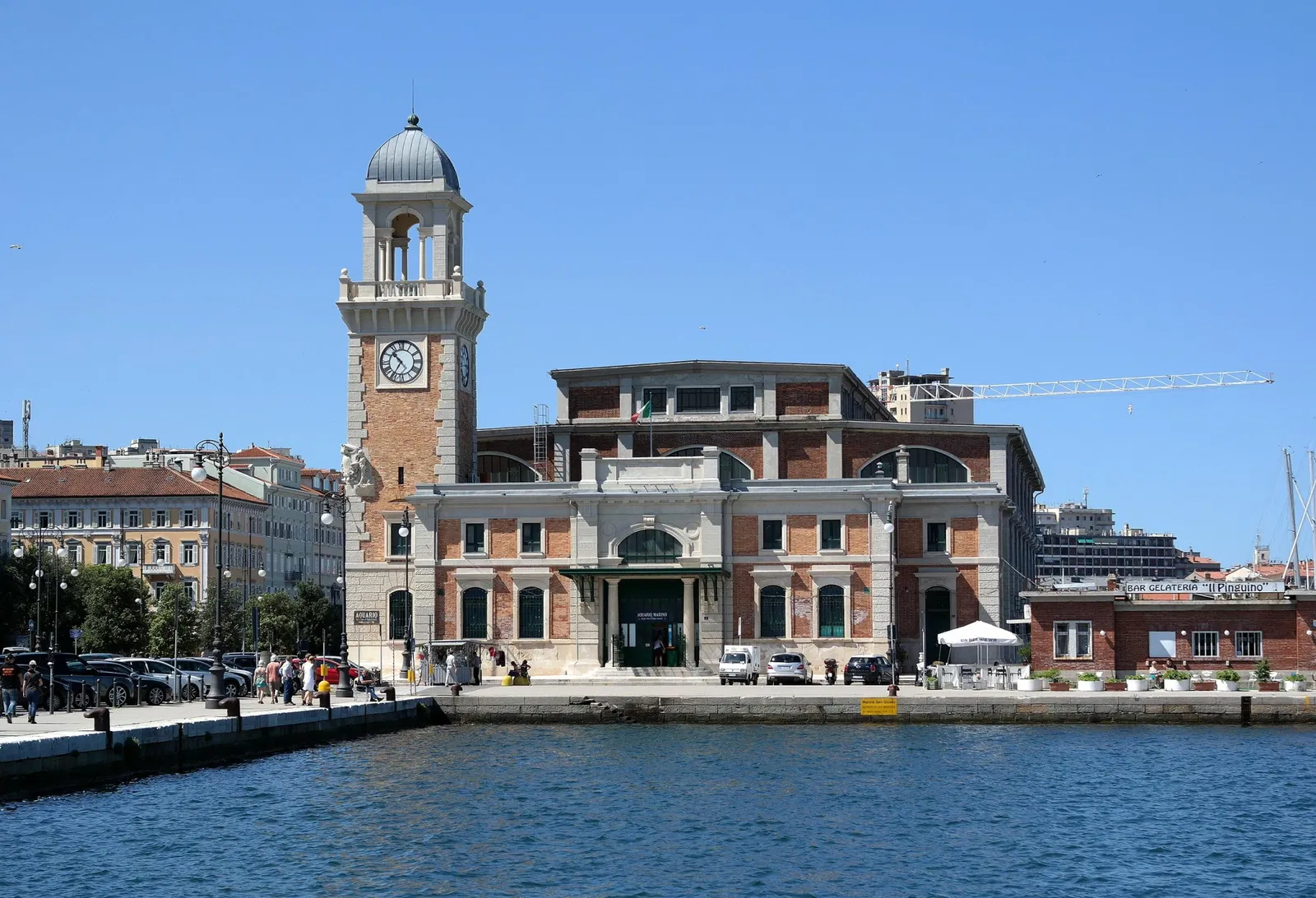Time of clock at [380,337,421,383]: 10:35
